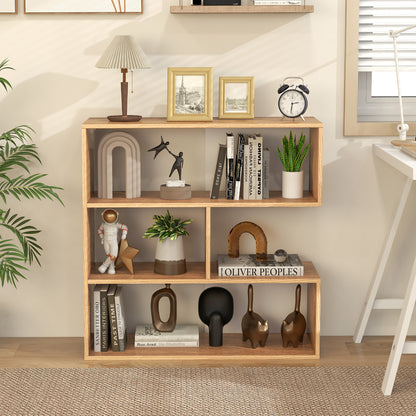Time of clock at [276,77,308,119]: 2:31
